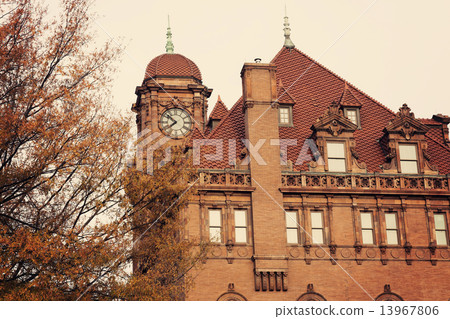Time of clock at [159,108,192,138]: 7:51
